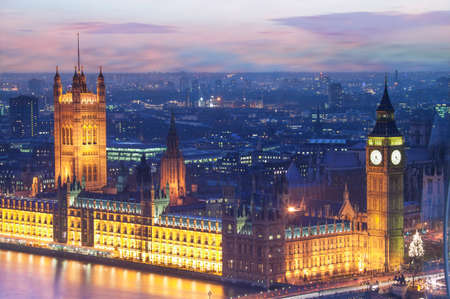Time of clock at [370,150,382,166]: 4:34
